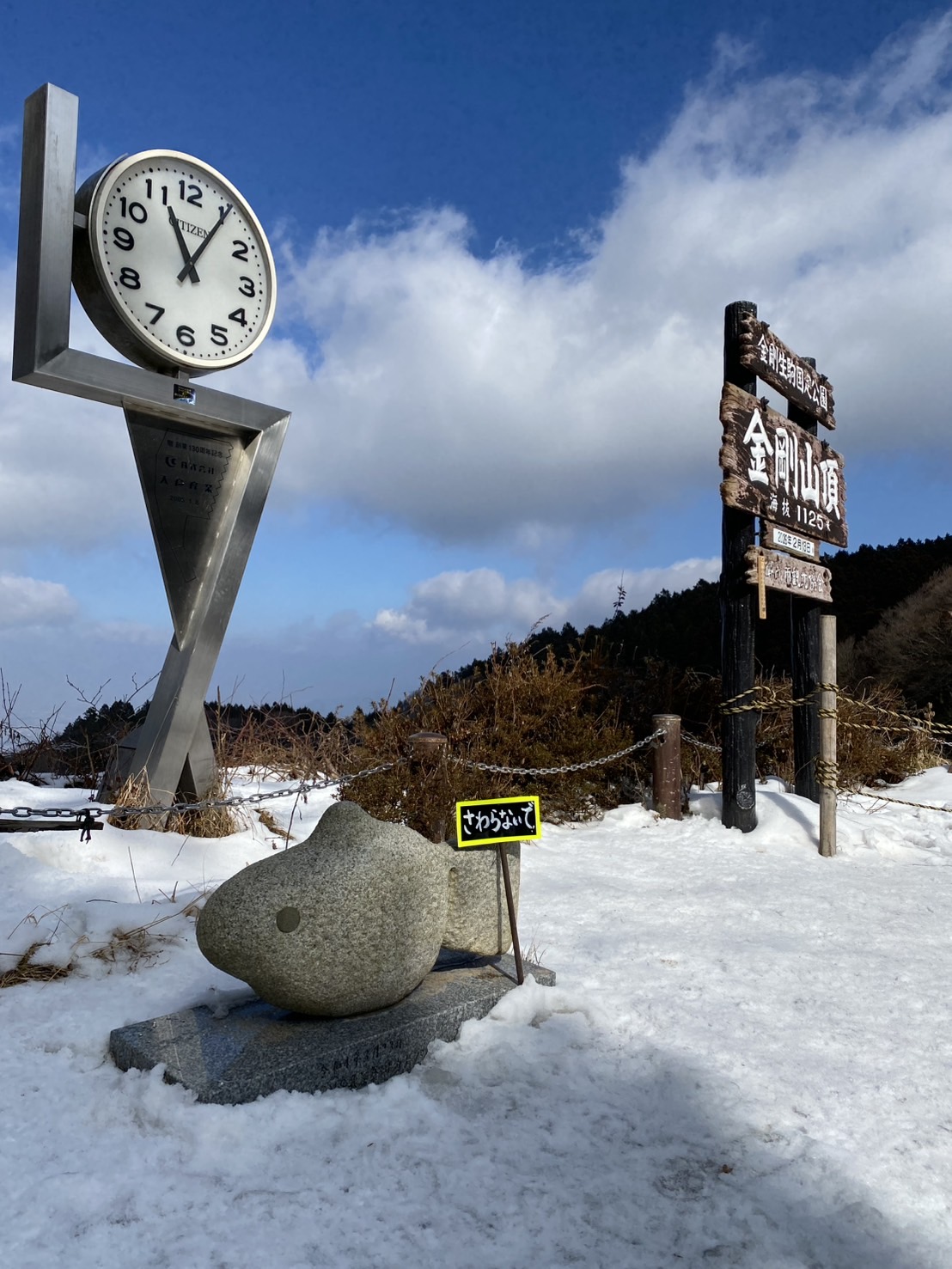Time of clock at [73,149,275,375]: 11:05
